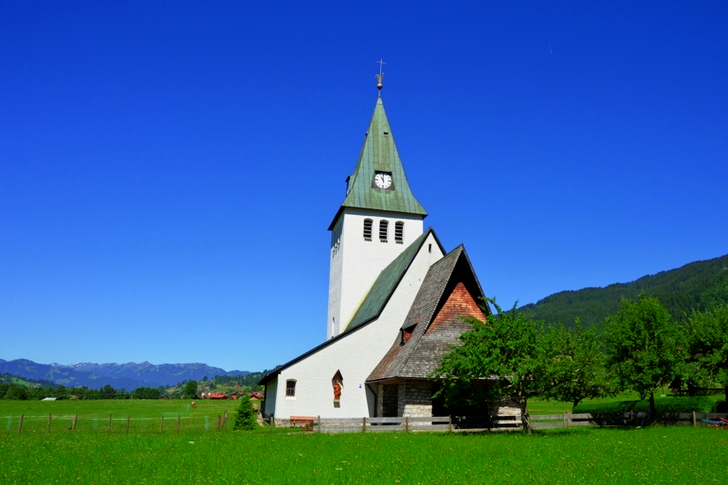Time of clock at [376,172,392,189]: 11:00
